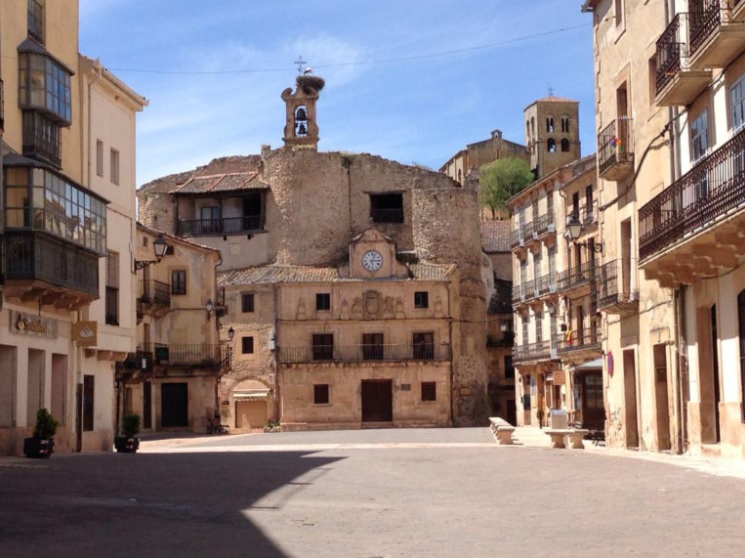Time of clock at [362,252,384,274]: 3:03
